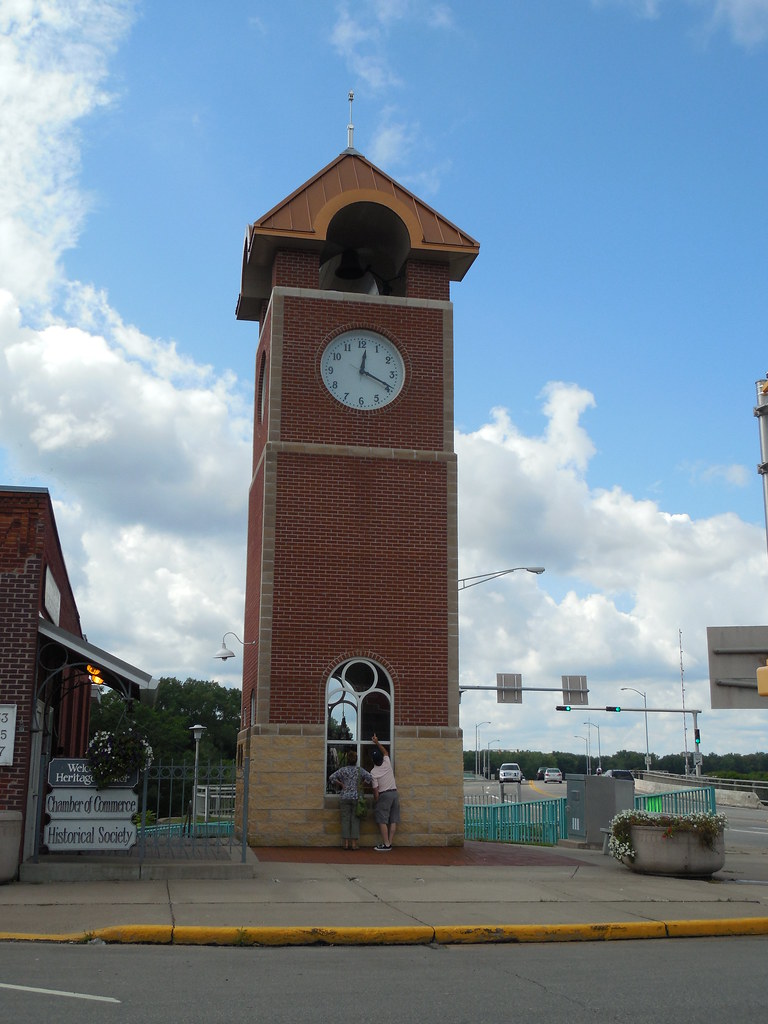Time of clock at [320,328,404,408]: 12:19
